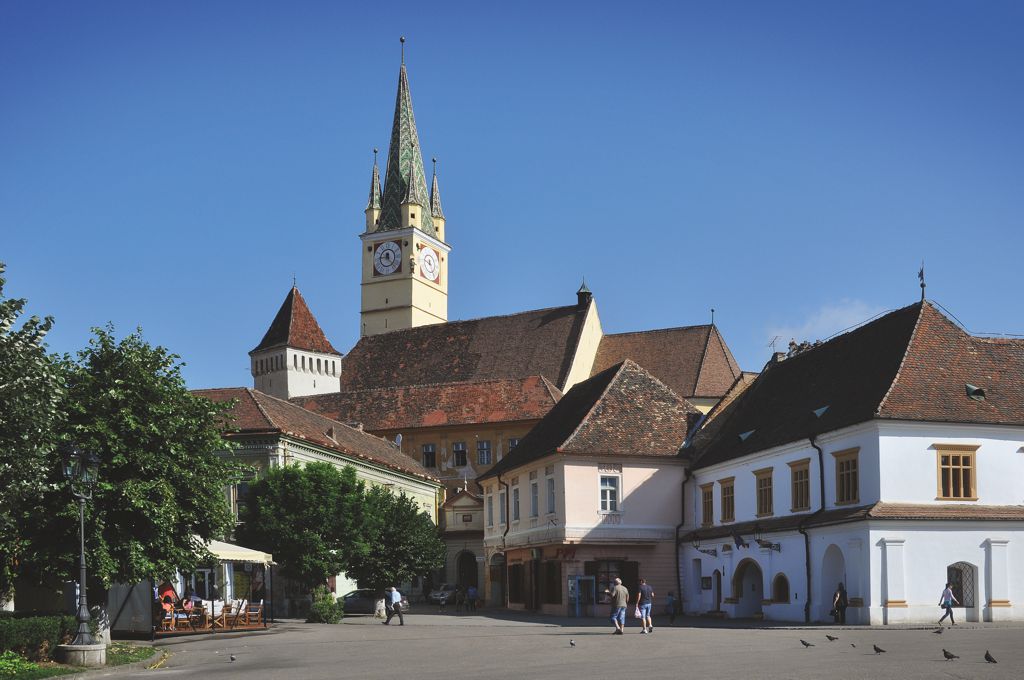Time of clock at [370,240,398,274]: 11:45
